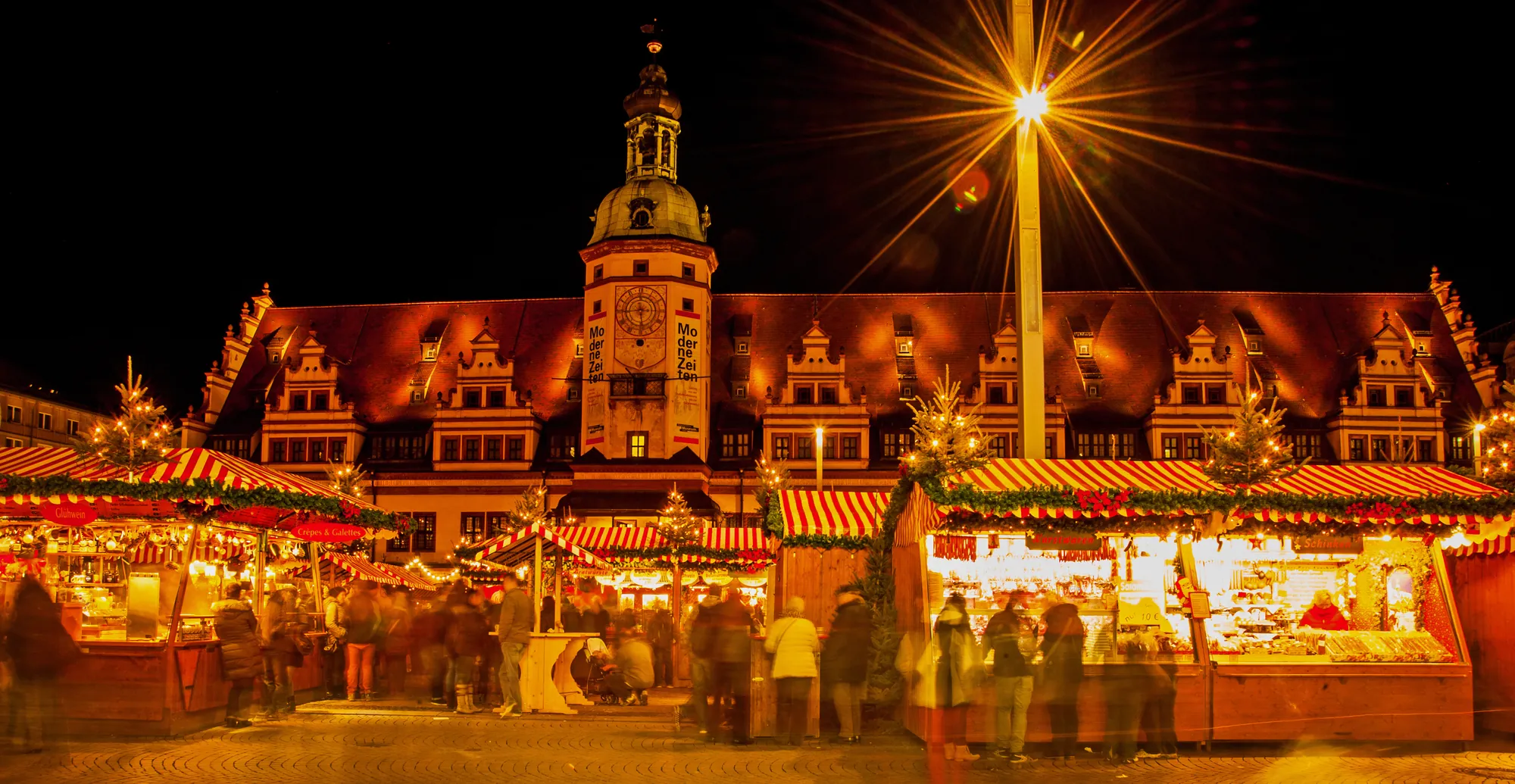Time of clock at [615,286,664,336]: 5:44
